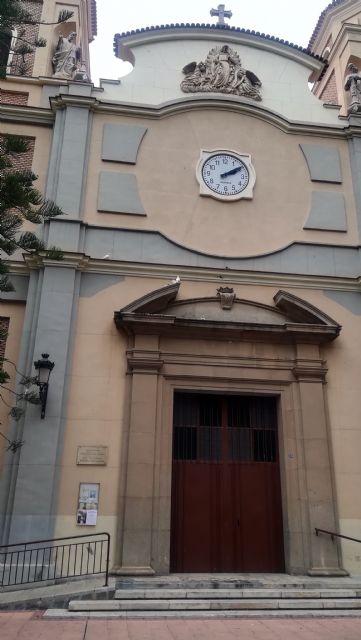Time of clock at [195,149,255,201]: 2:09
